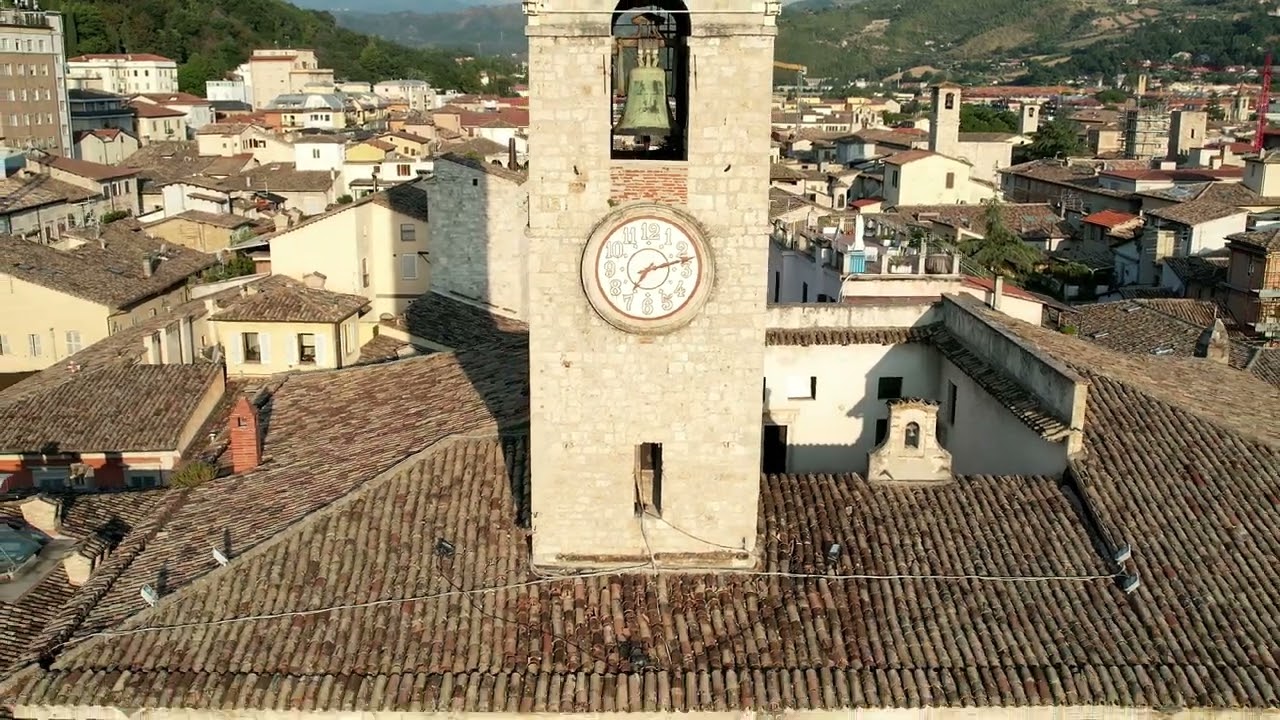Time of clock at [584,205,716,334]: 7:12
